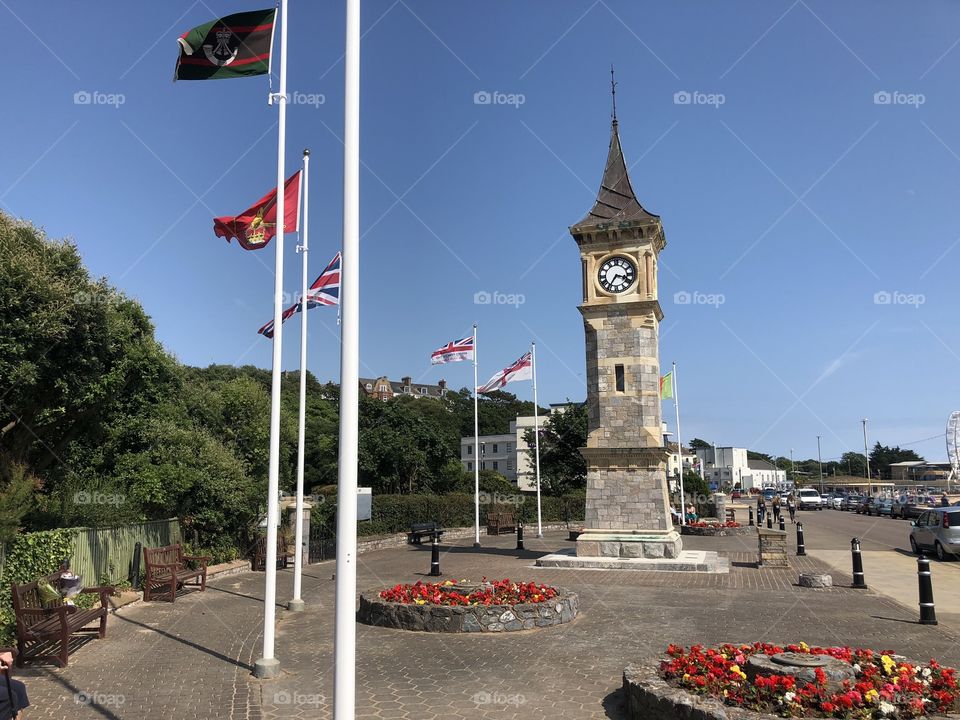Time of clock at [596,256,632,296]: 3:35
